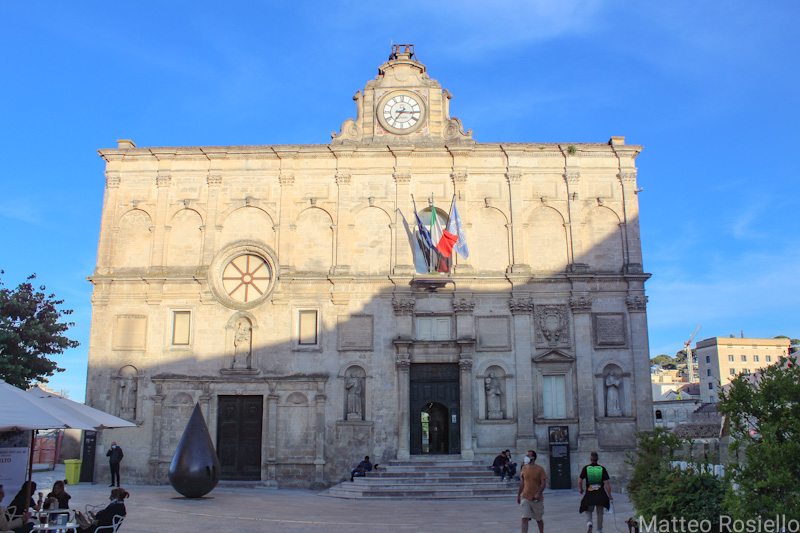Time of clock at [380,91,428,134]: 7:15
